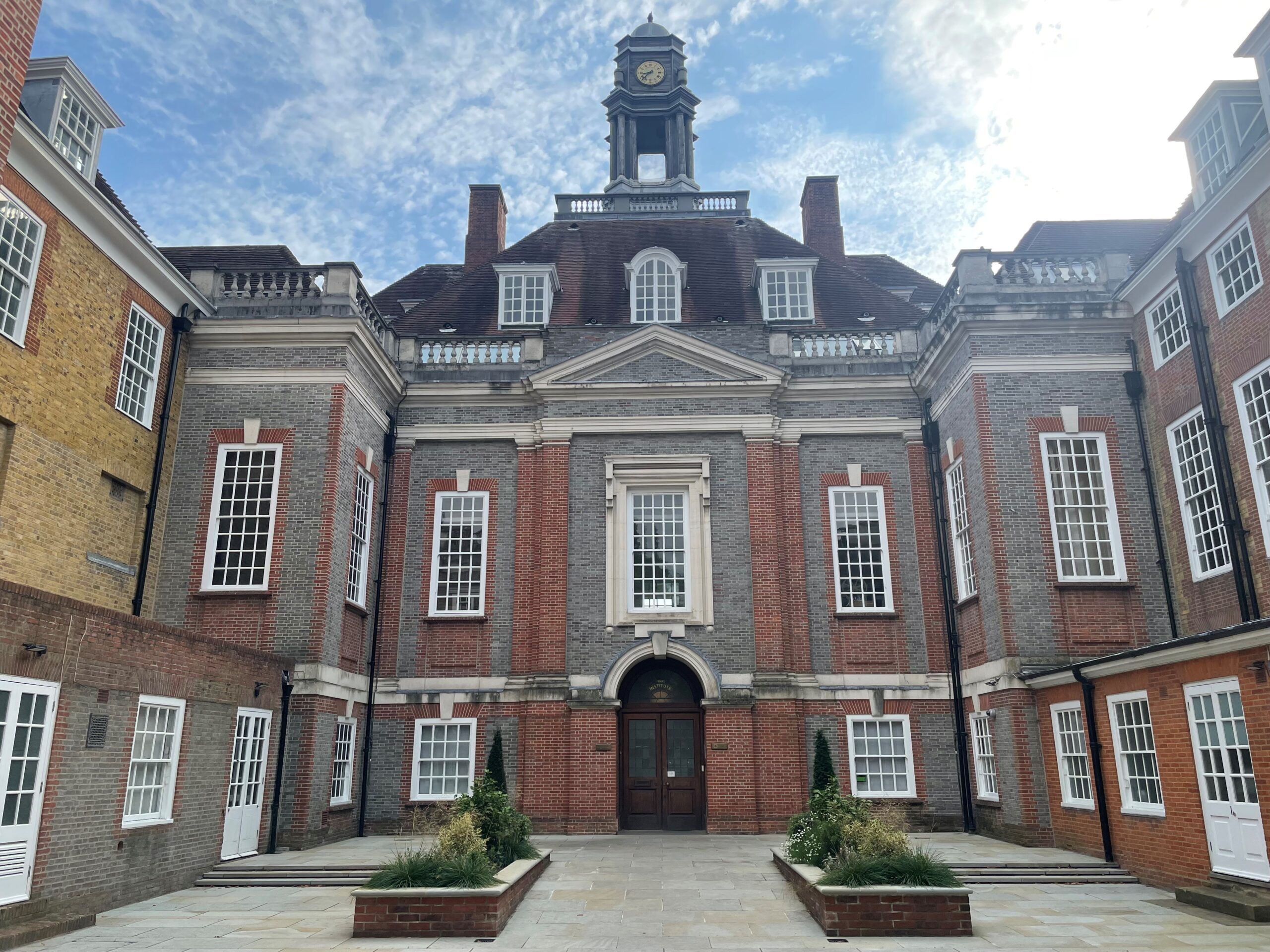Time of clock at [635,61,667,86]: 8:37
